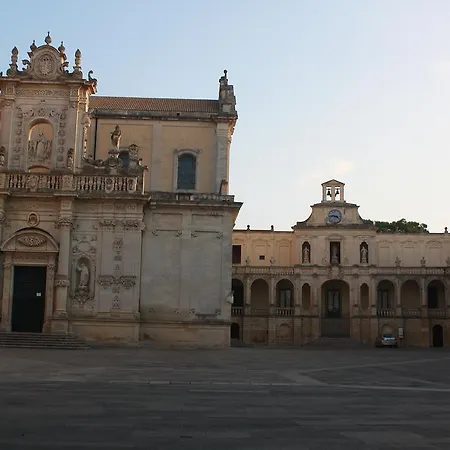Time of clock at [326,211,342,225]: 3:43
